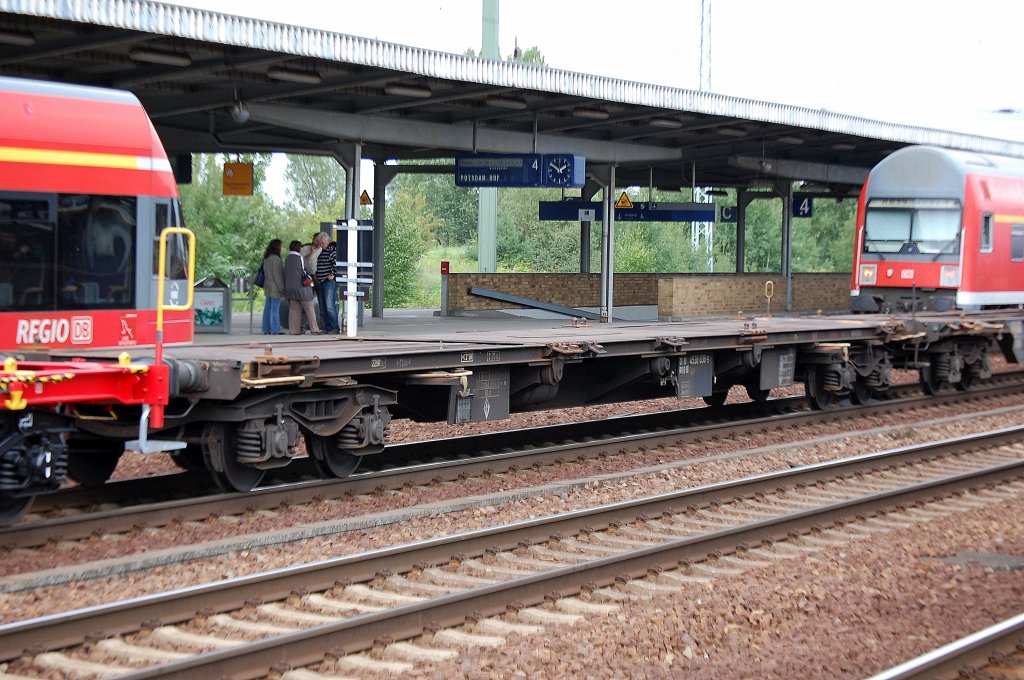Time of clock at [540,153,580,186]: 1:50
